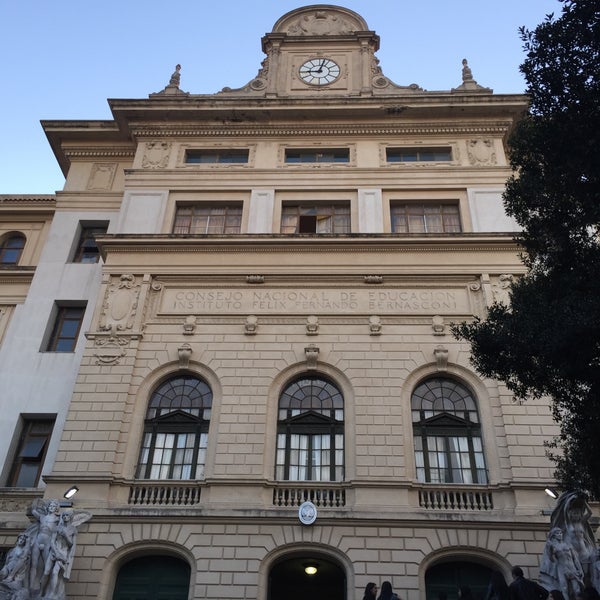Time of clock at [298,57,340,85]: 9:02
